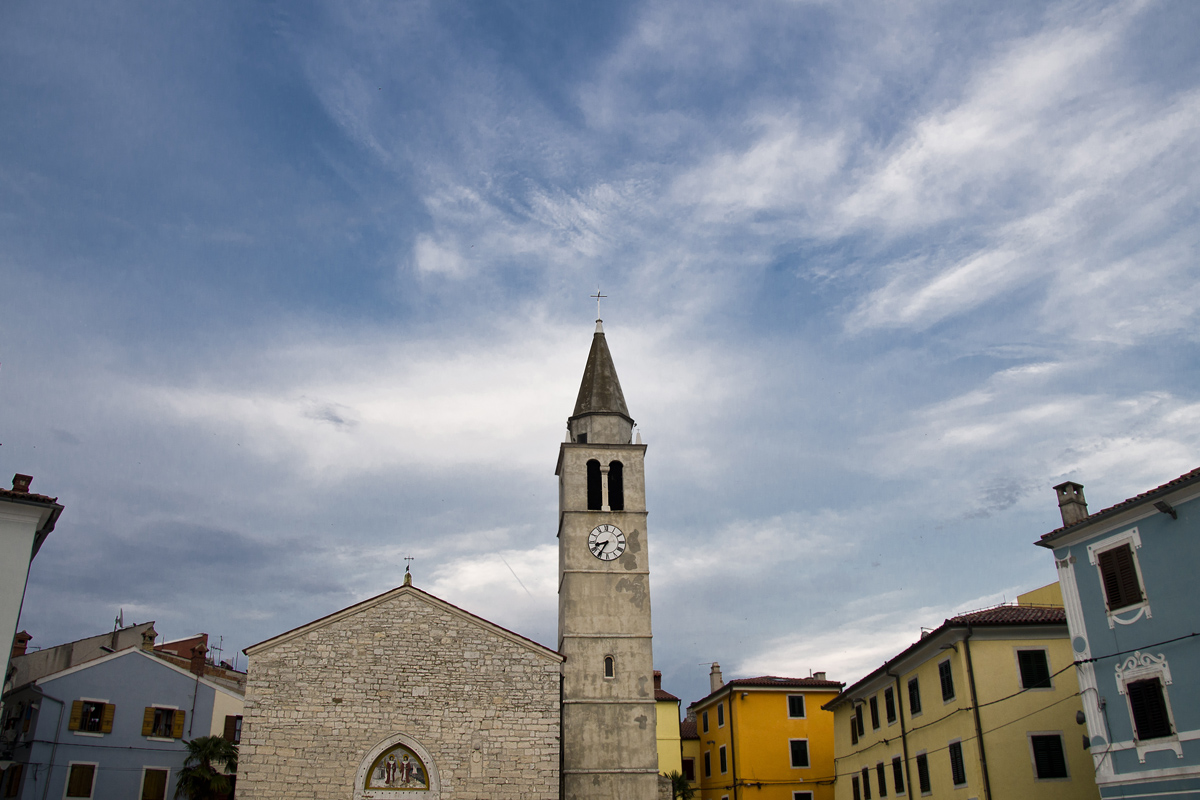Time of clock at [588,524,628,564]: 8:35
